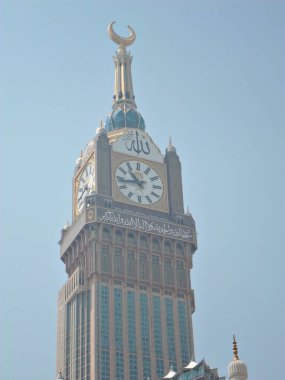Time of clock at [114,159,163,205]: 10:43
